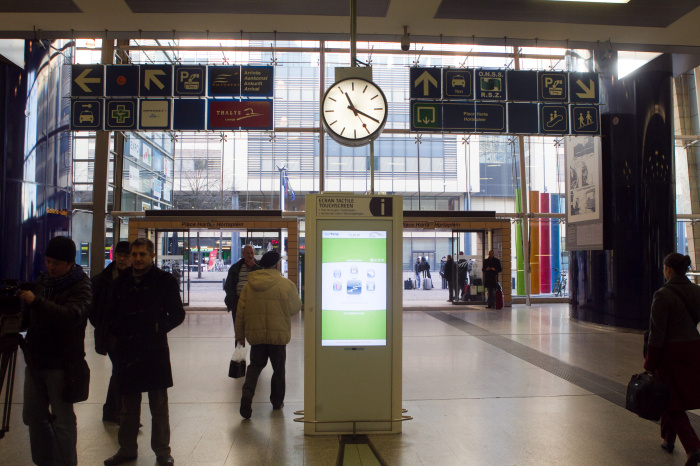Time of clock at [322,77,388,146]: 11:19
